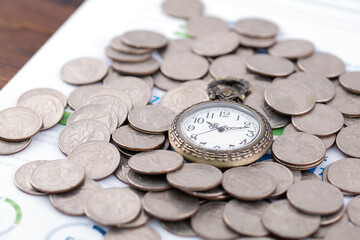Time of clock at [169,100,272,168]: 10:12
